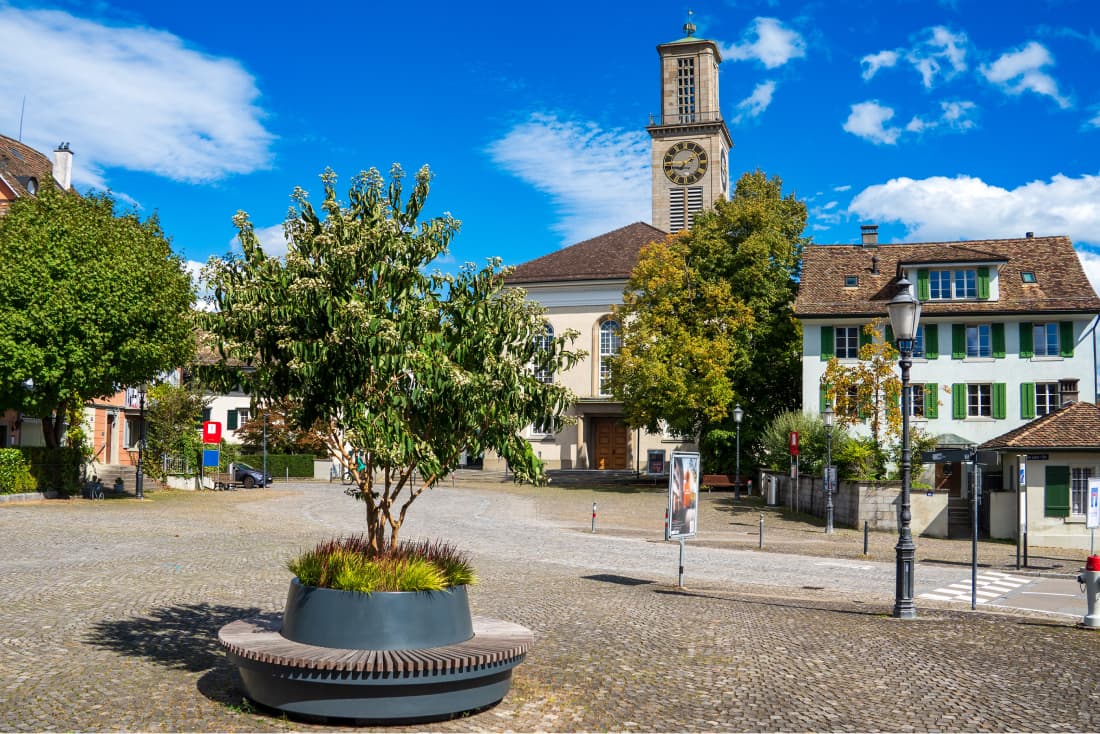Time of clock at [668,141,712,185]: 1:45
